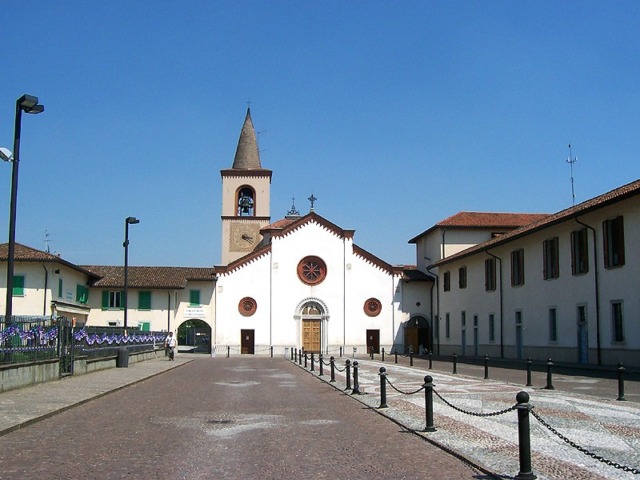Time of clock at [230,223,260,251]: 3:21
